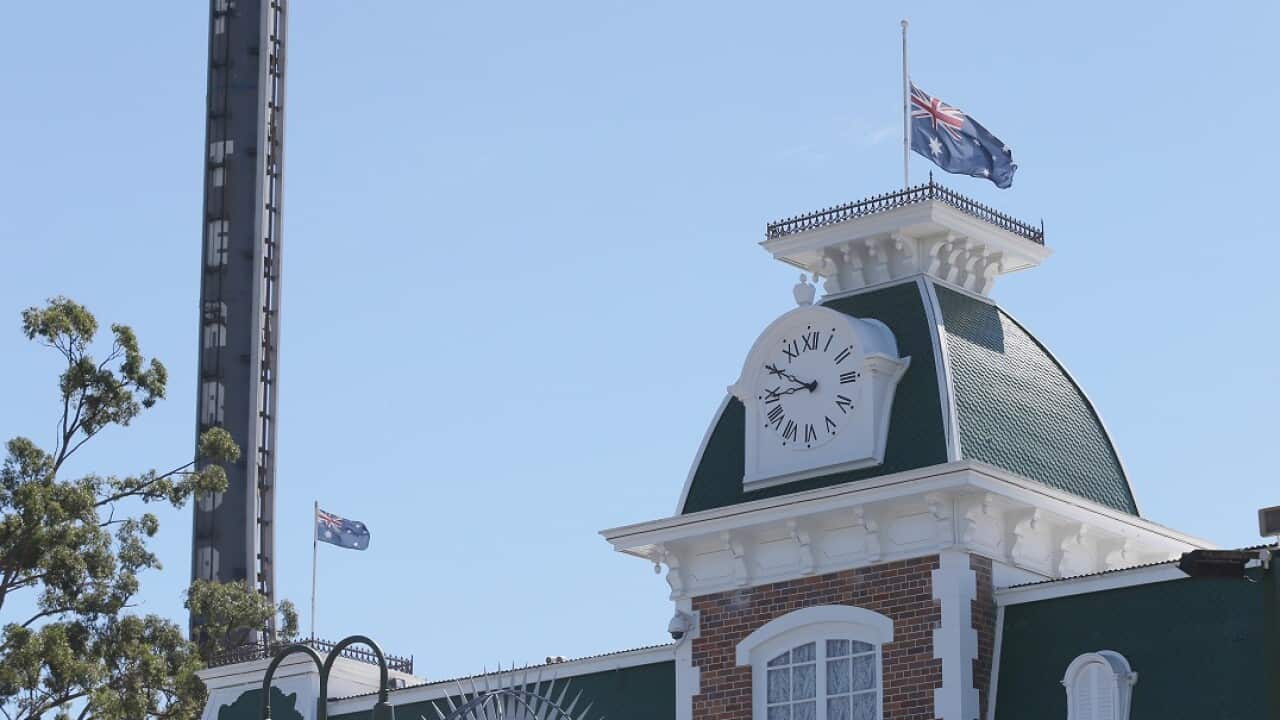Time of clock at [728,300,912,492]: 8:49
